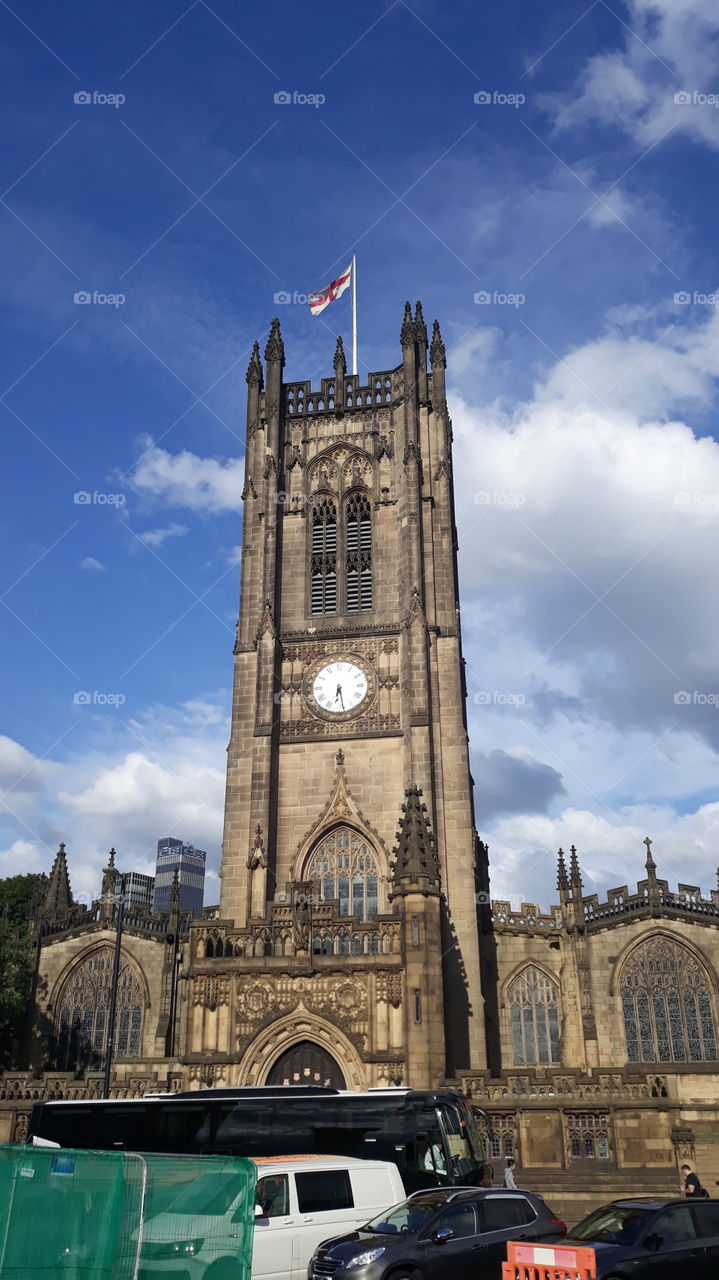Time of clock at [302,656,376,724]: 6:28
